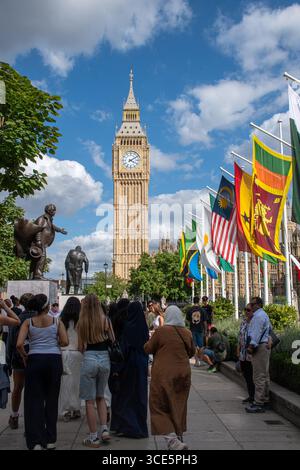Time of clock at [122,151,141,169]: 4:09
